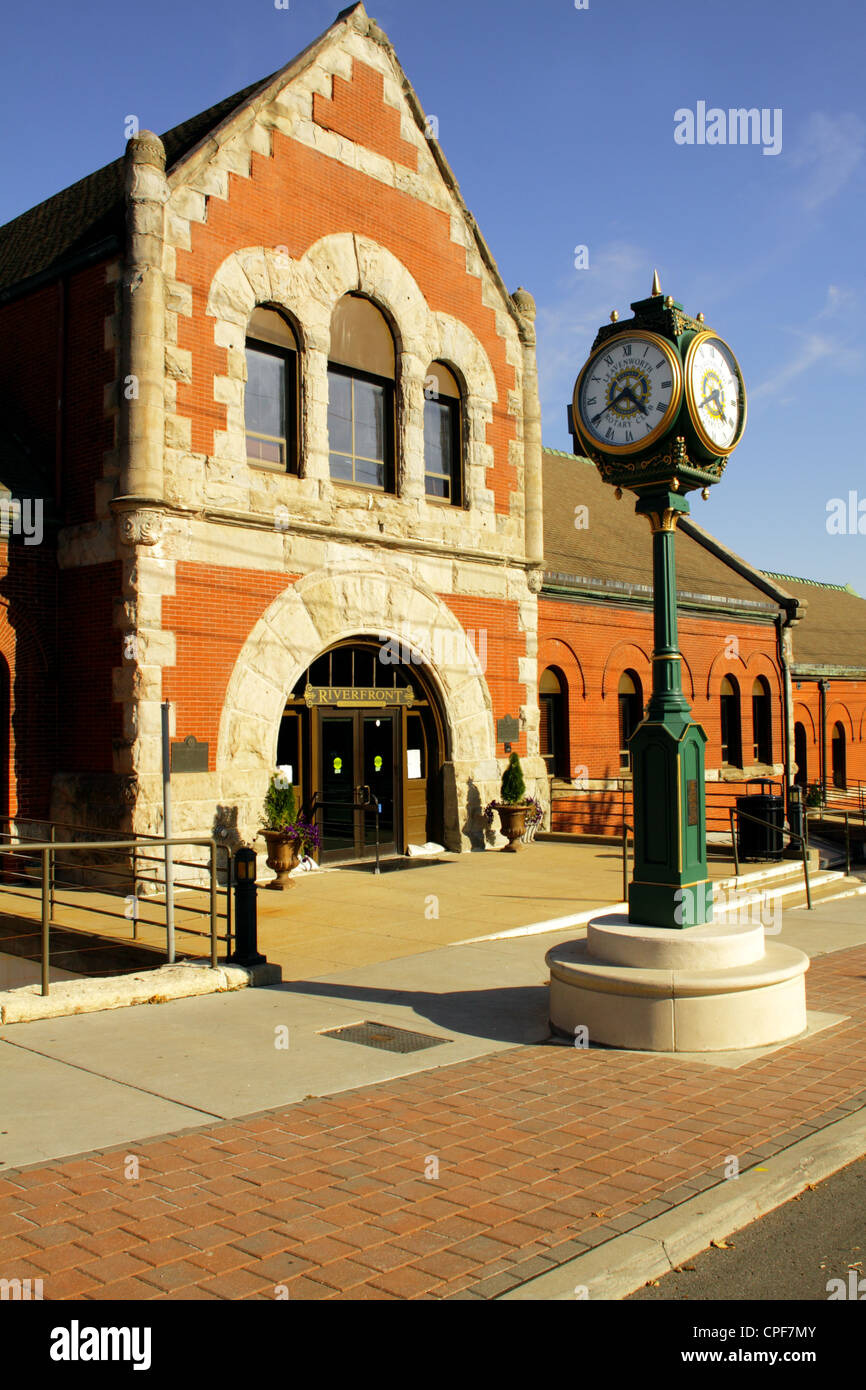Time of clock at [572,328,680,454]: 4:40
